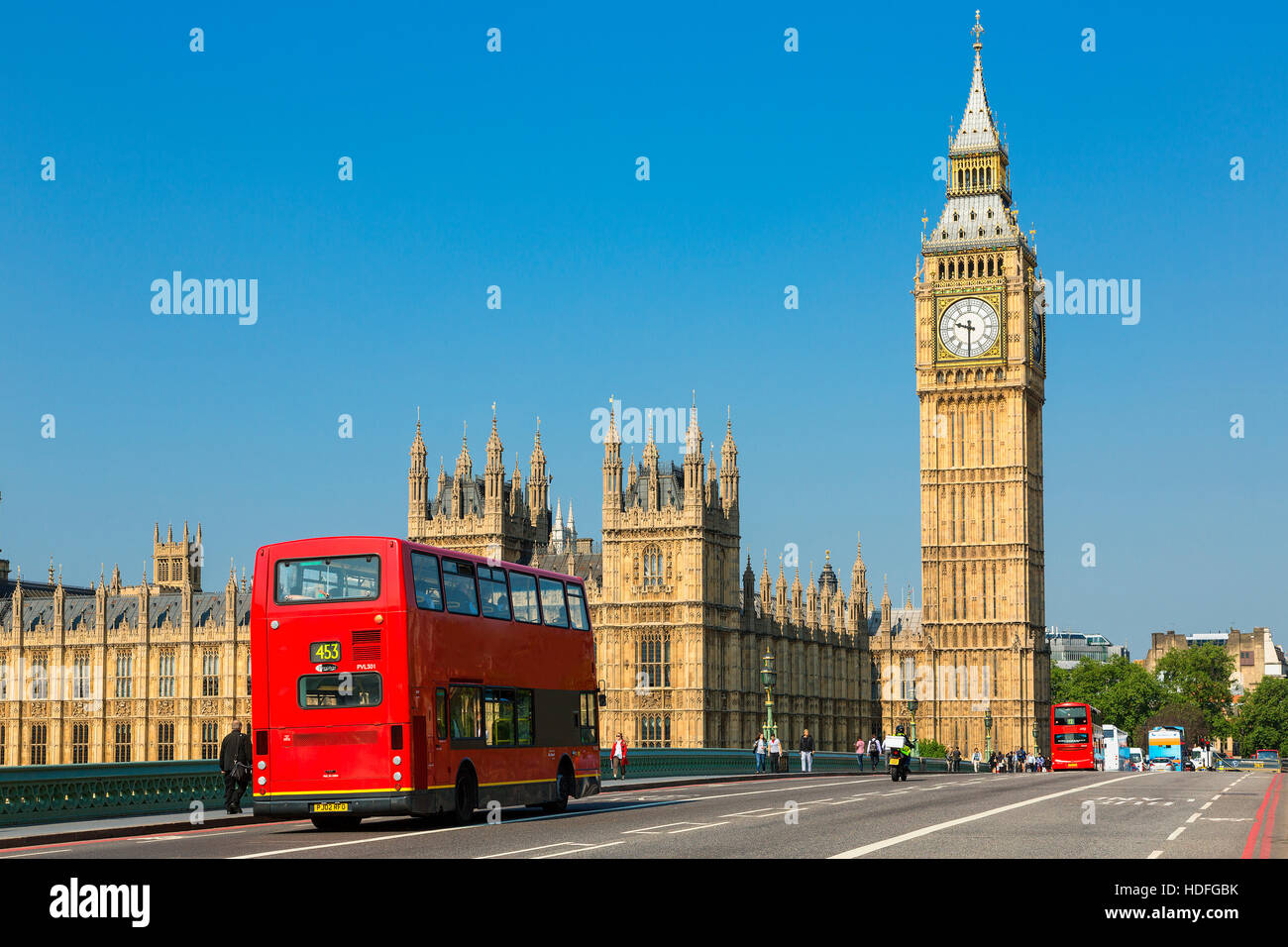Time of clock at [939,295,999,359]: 9:30
